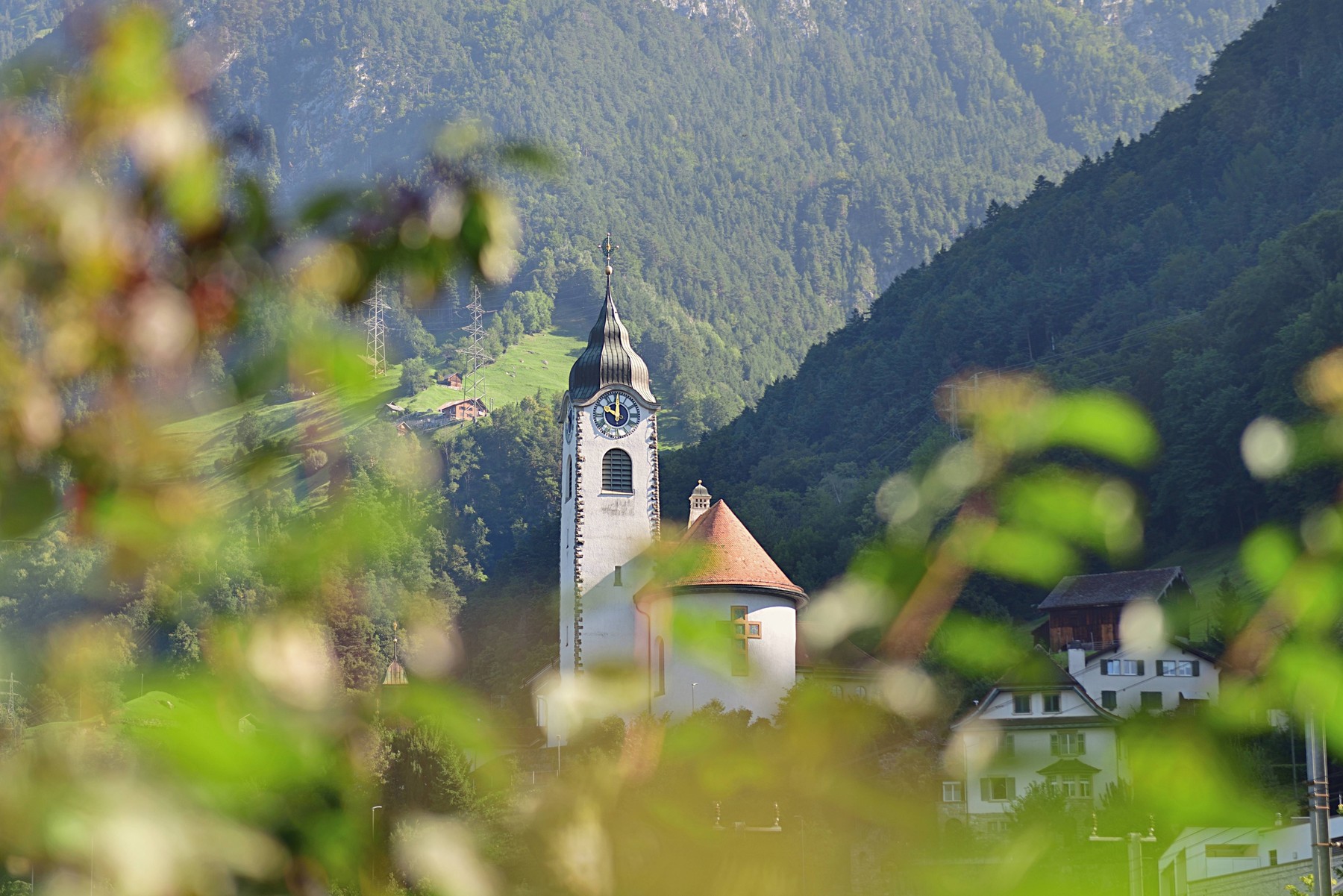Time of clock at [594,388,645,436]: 10:00
